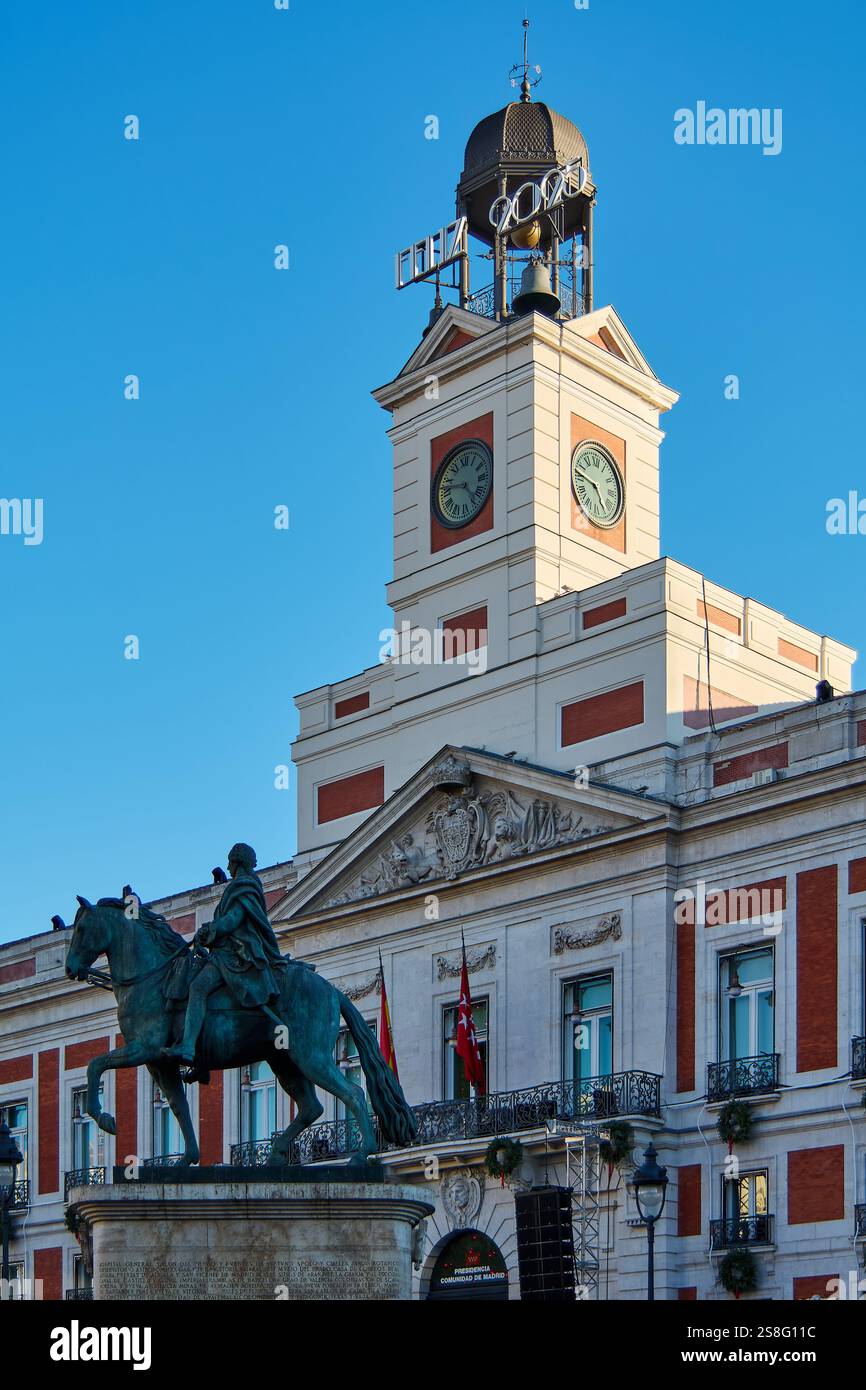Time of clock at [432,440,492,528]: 4:46
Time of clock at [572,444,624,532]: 4:46
